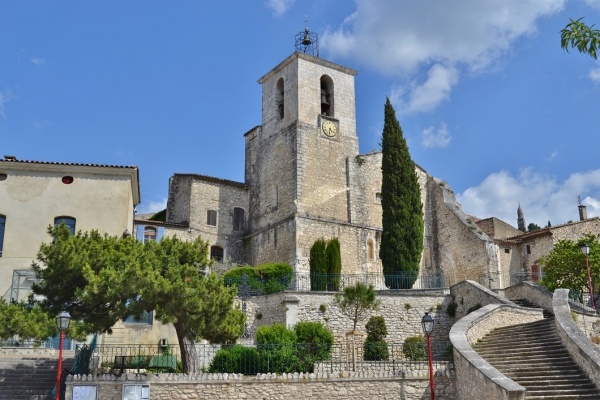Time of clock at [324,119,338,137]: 4:31
